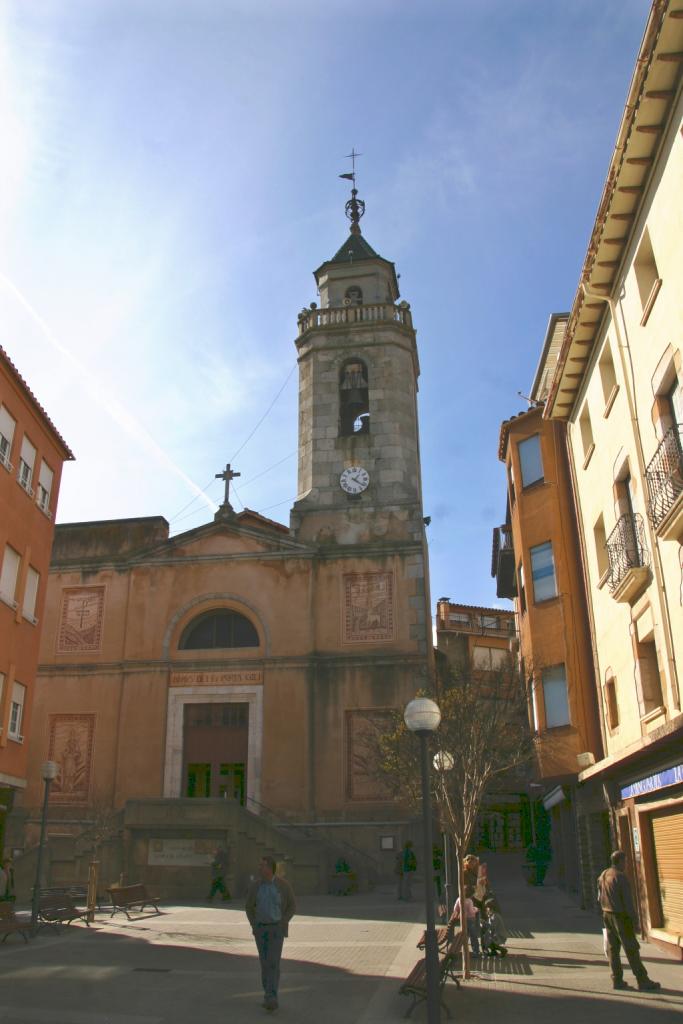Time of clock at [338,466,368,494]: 1:21
